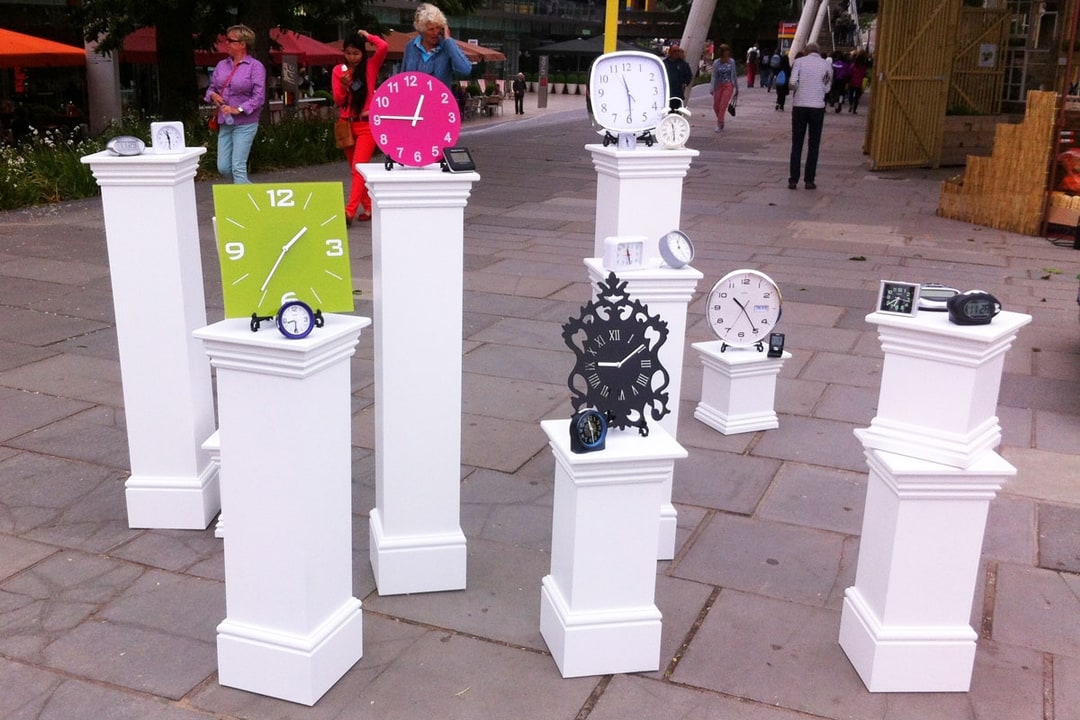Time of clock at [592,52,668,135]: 11:29
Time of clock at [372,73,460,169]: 12:45
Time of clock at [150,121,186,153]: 11:29
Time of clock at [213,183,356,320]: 1:36
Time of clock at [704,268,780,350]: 10:24
